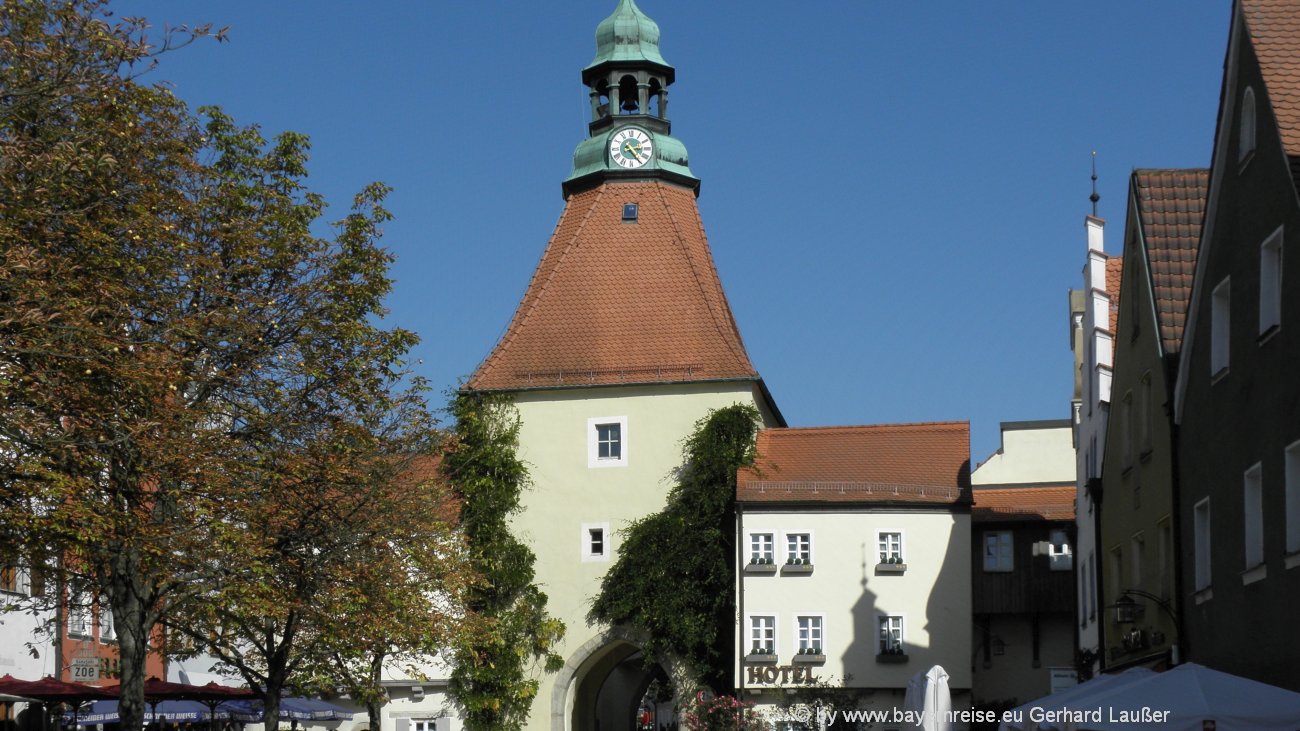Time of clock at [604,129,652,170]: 3:24
